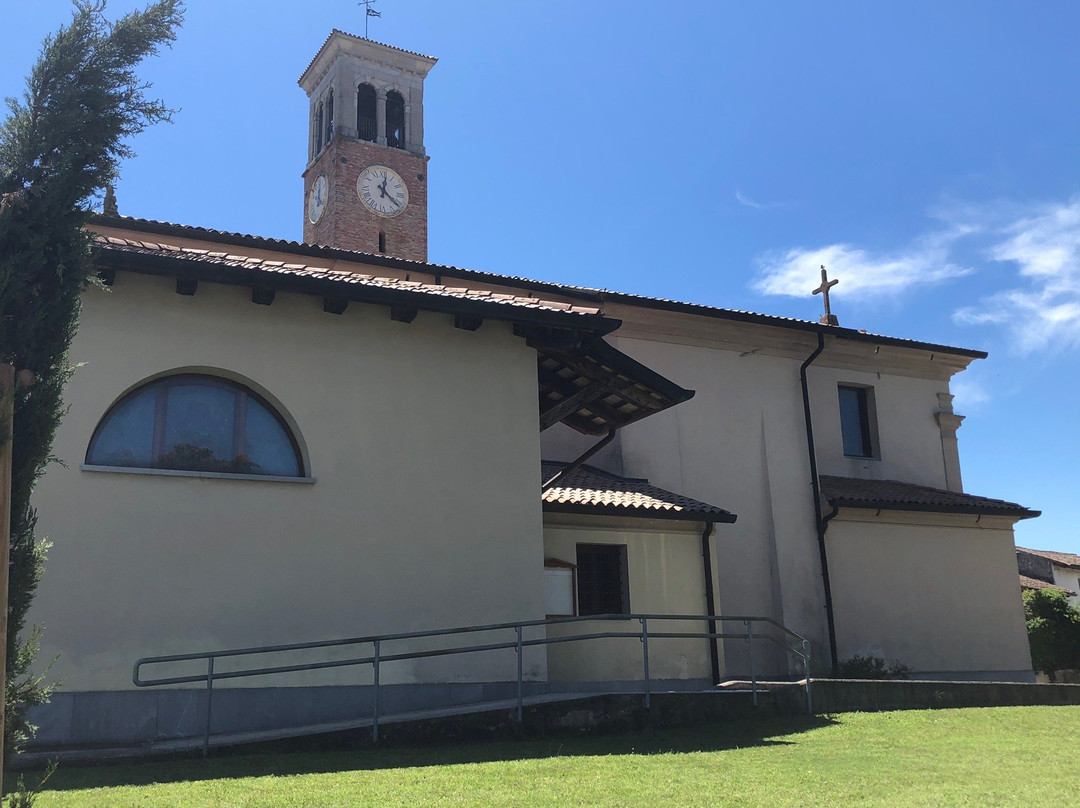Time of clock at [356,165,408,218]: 12:21
